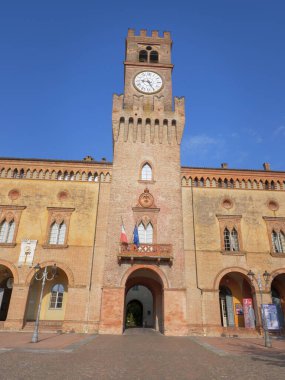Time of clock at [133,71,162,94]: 9:25
